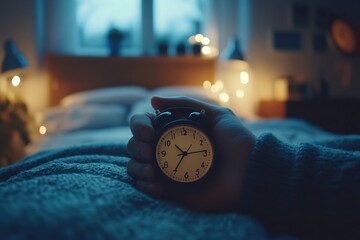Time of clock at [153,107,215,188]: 10:14
